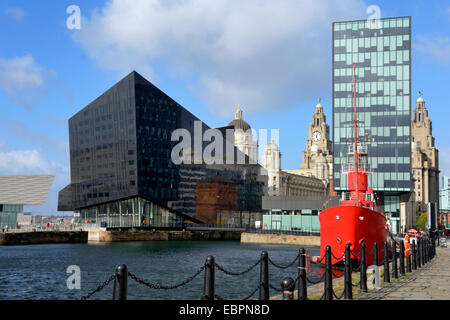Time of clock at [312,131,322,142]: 12:27
